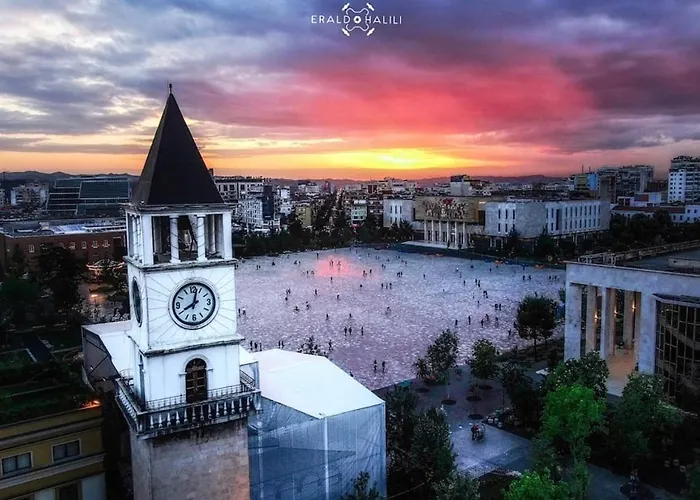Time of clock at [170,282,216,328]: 8:02
